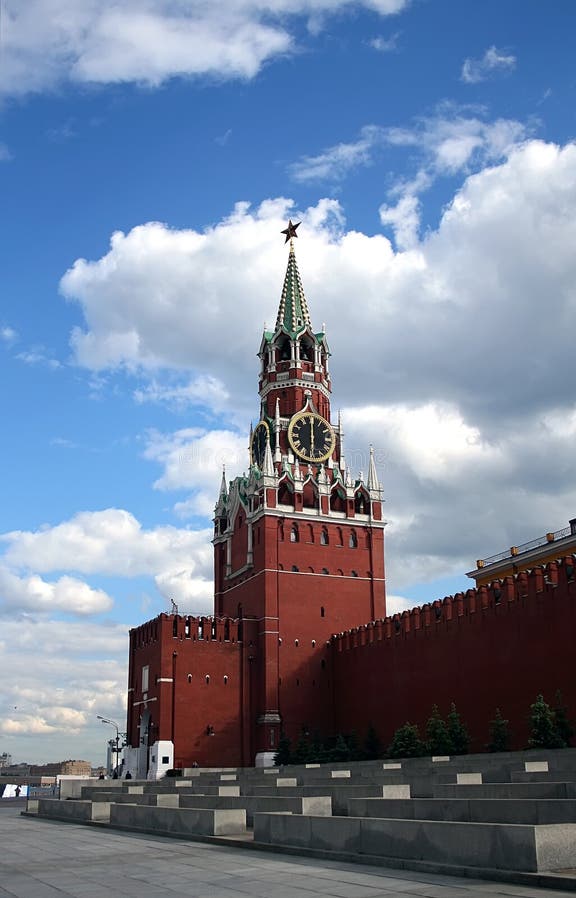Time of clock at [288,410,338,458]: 6:00
